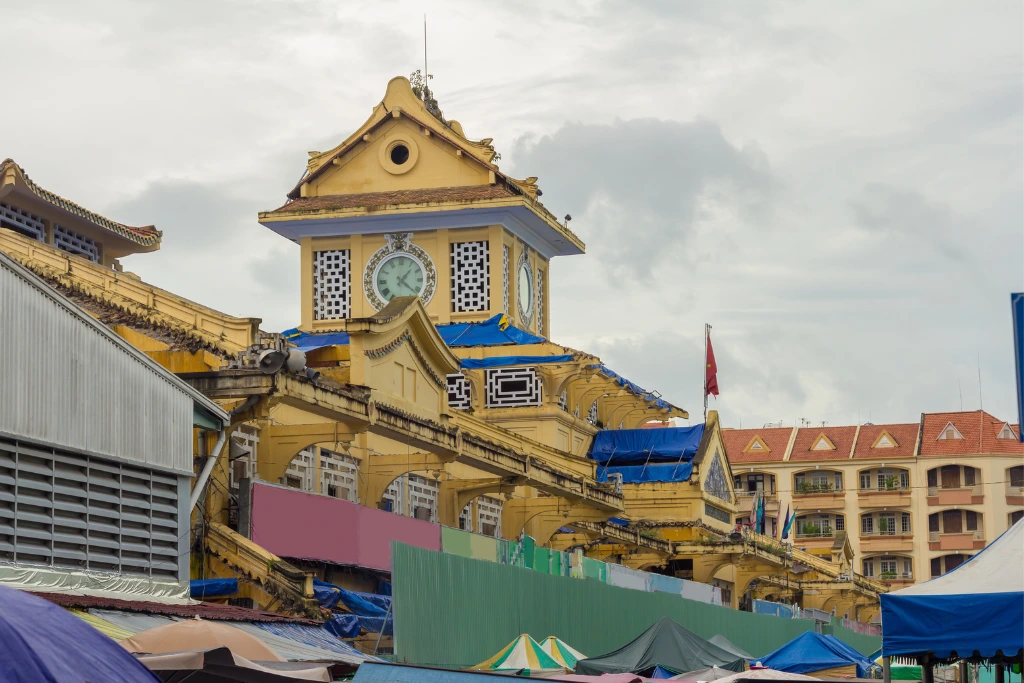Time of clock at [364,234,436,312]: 1:21
